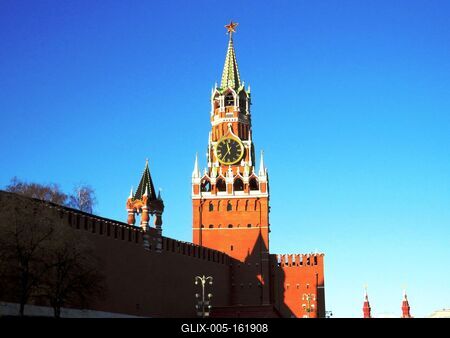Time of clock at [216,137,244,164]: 11:35
